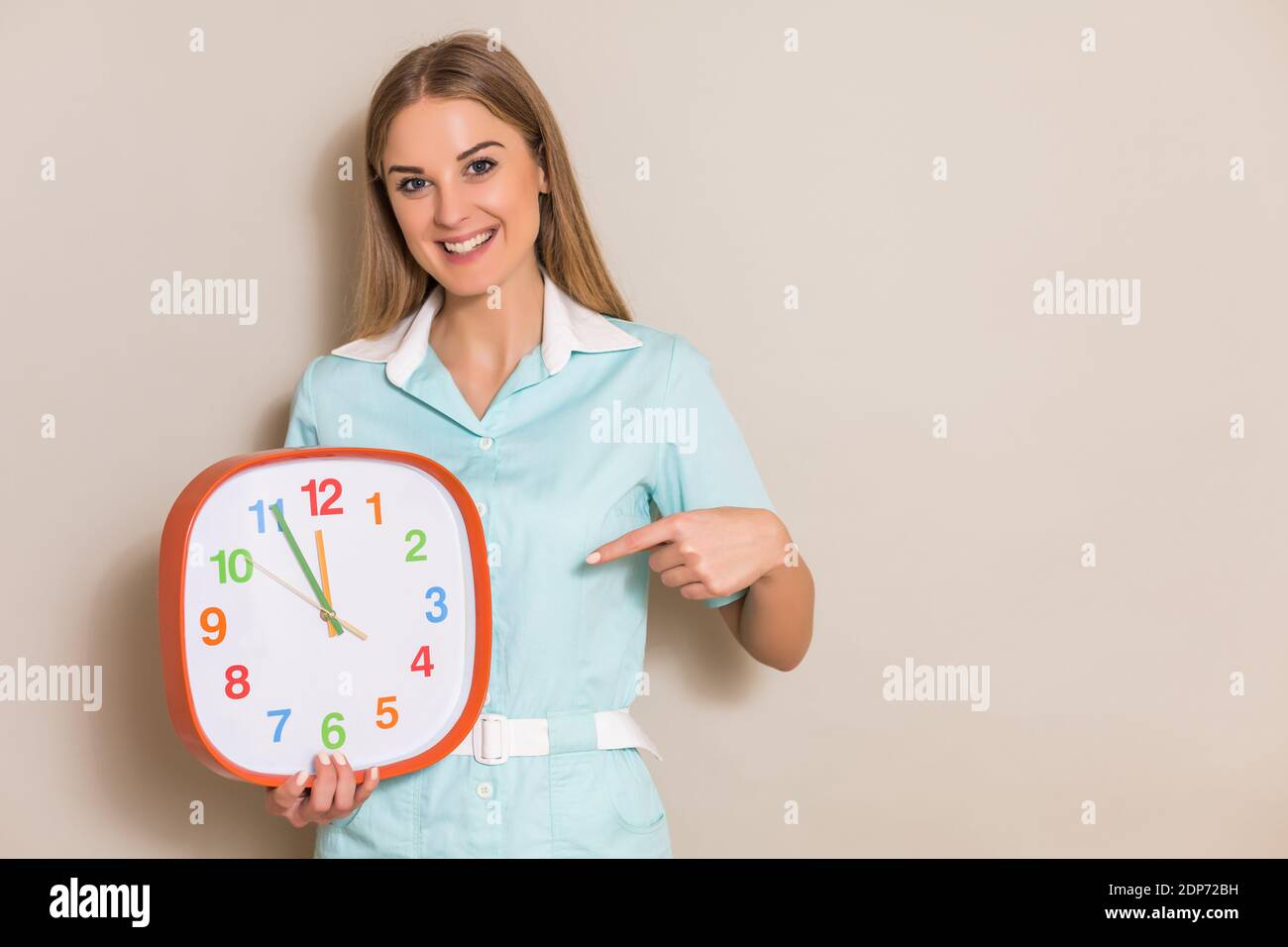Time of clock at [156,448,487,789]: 11:55
